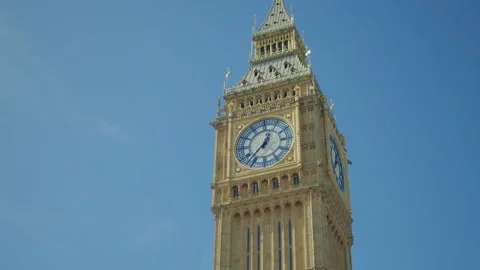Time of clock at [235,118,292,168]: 12:37
